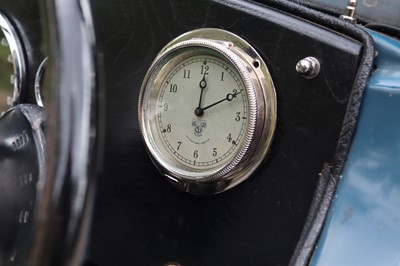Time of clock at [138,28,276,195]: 12:10
